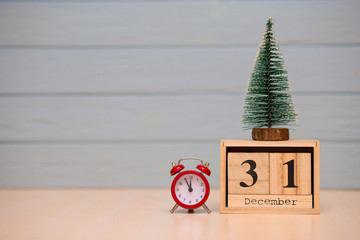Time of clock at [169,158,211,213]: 11:55
